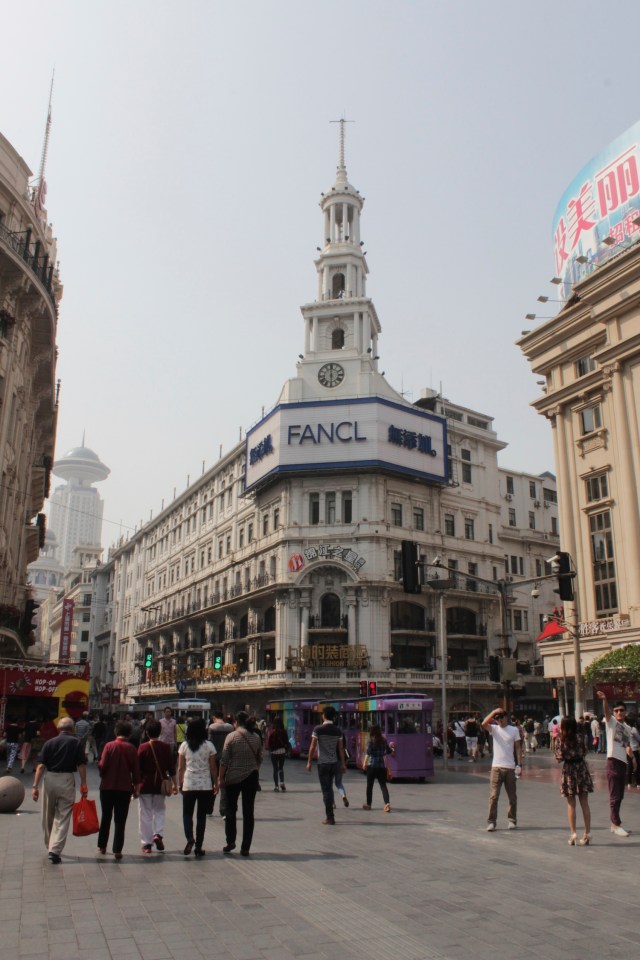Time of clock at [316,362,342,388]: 5:59
